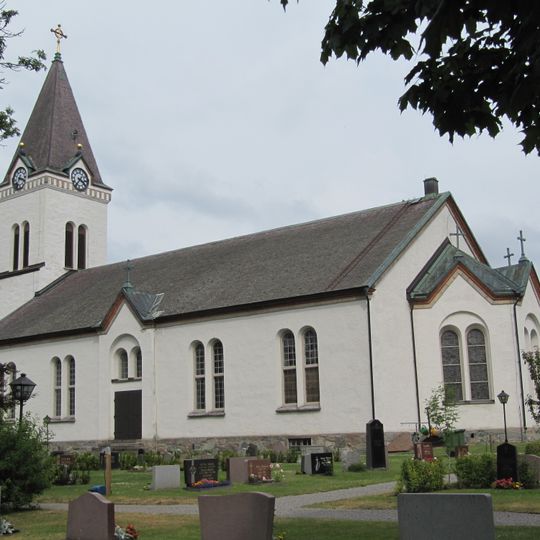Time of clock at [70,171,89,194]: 3:36
